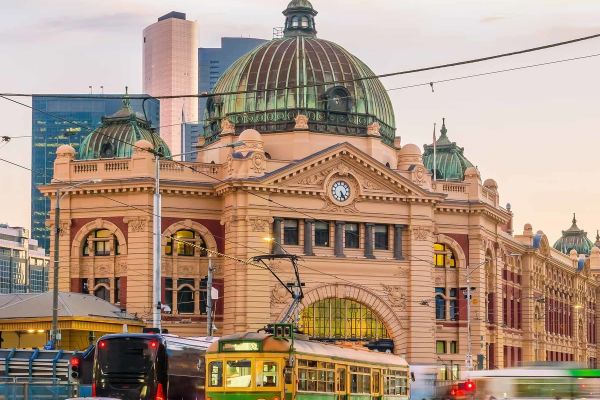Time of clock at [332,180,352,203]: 5:24
